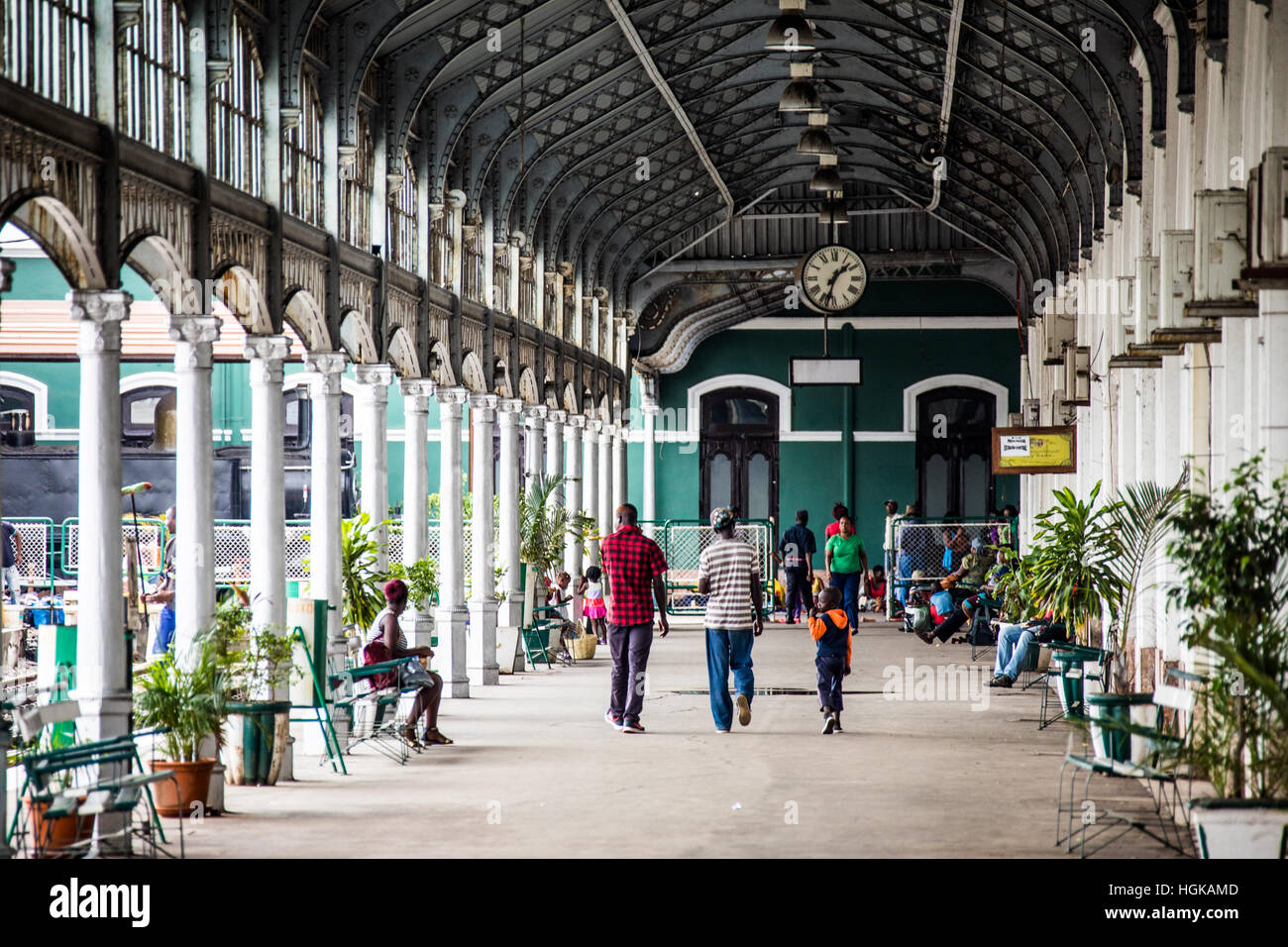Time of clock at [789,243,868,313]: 1:32
